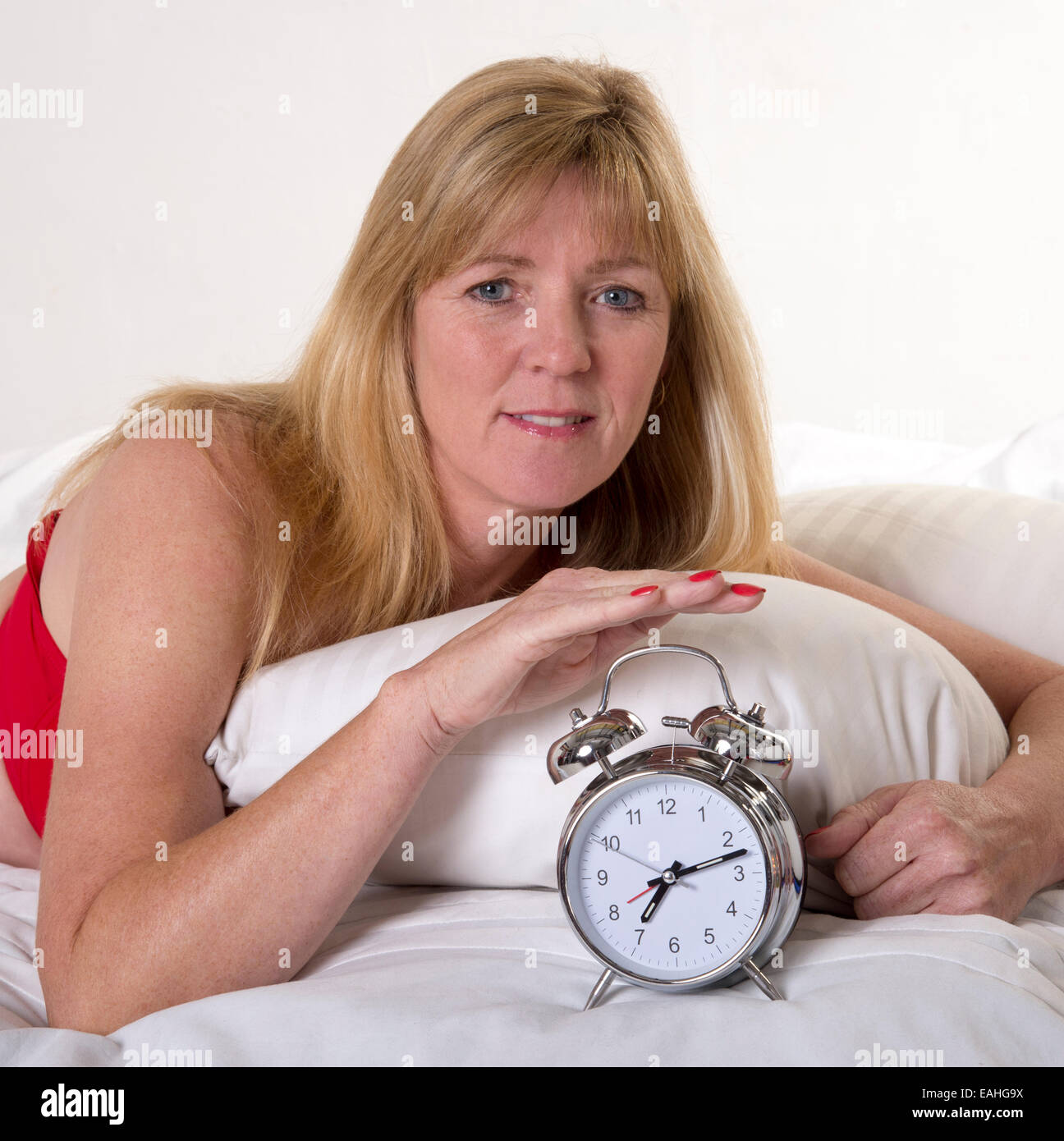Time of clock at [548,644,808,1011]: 7:12
